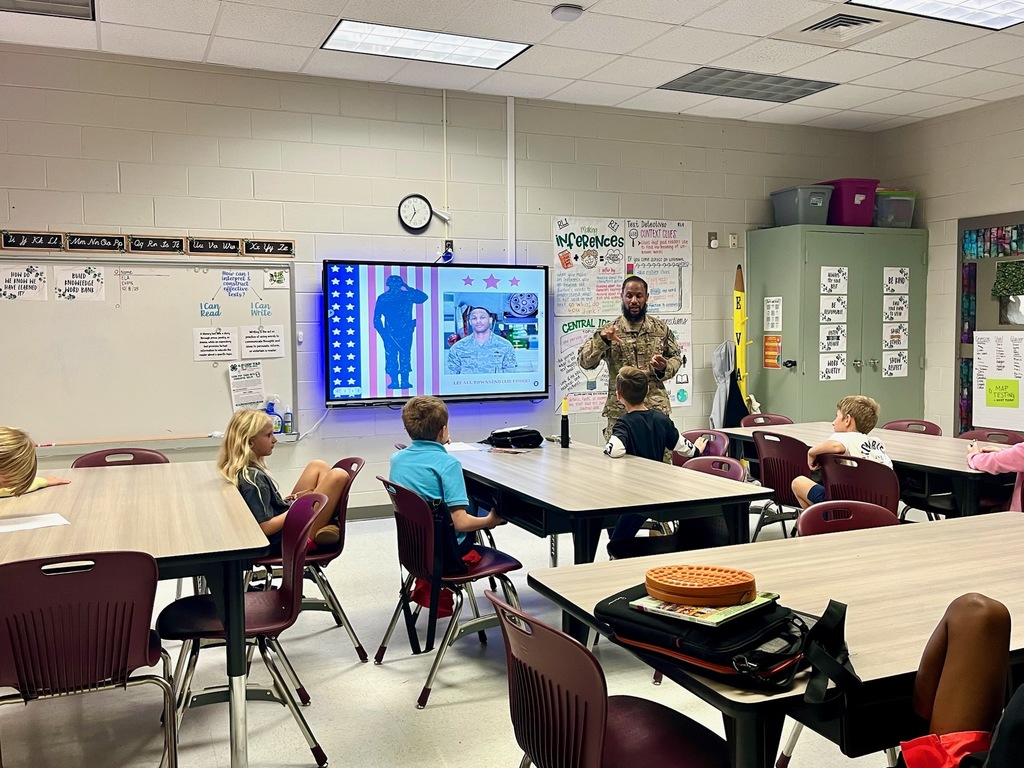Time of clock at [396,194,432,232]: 11:34
